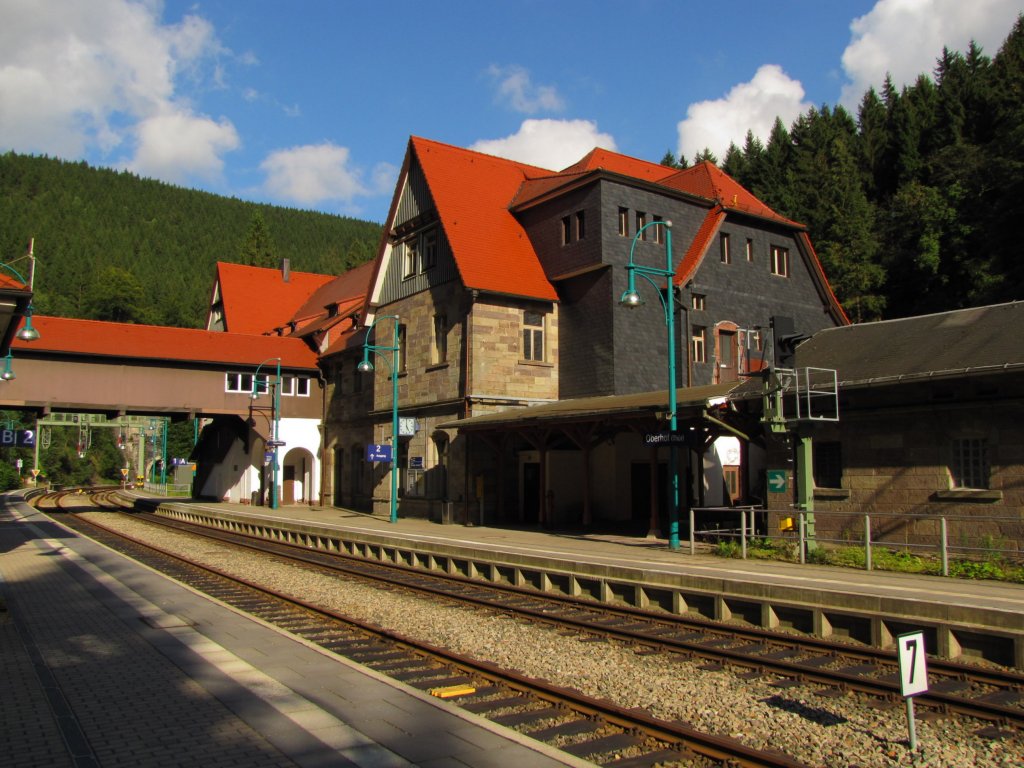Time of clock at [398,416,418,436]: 4:59
